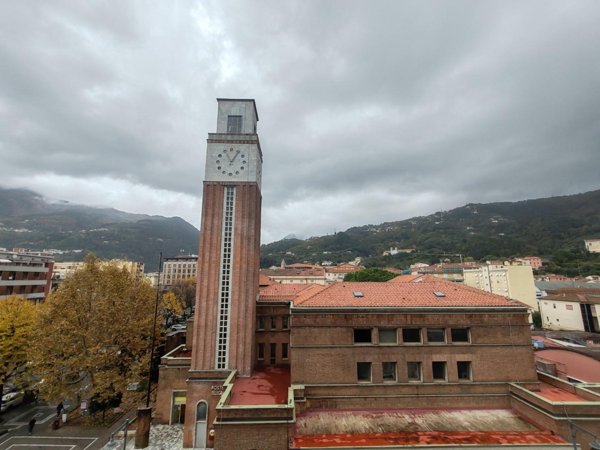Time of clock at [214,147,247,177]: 11:05
